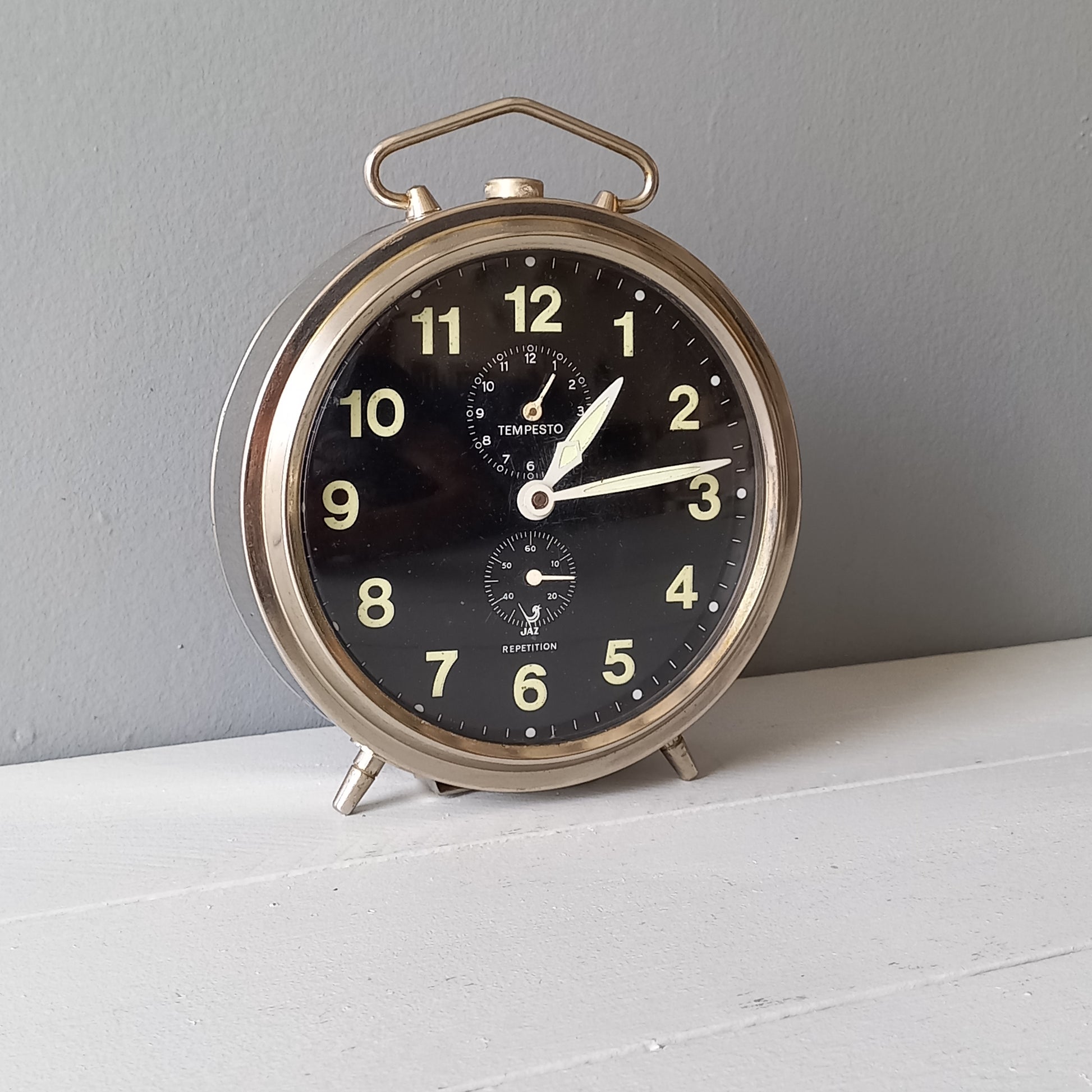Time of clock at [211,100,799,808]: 1:13
